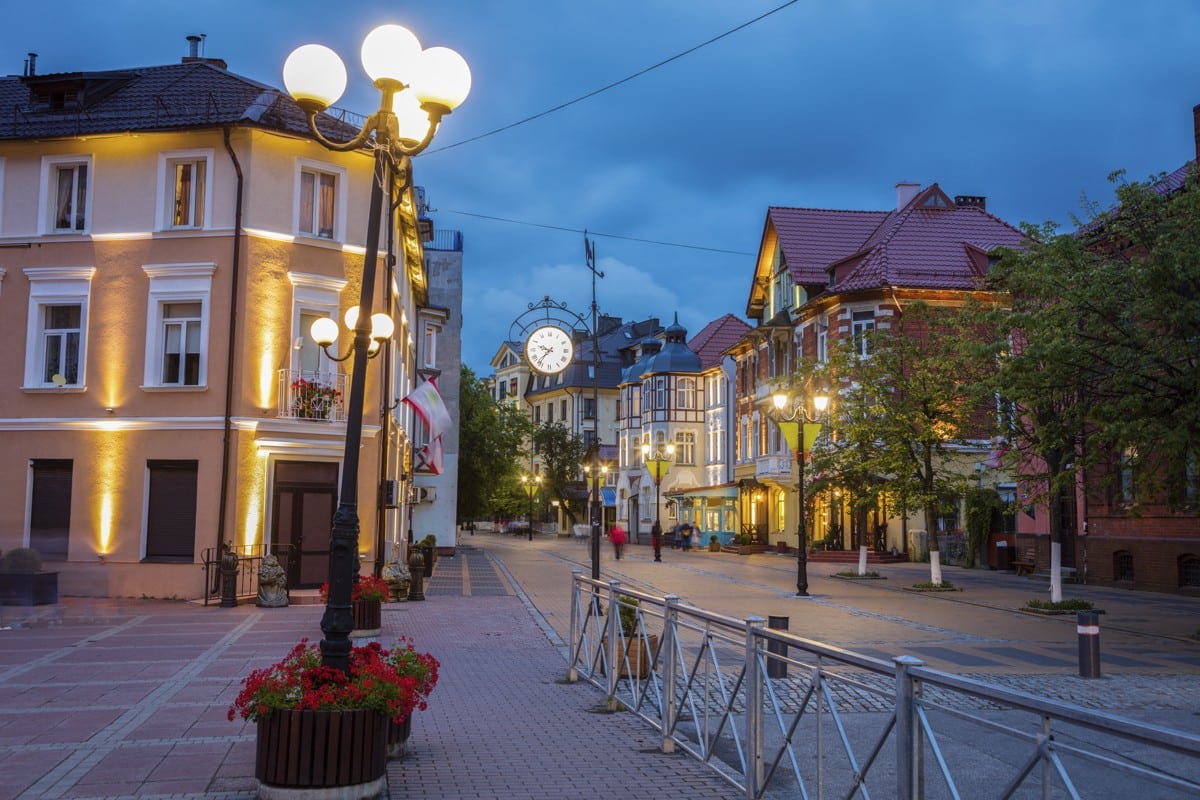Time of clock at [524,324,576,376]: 9:36
